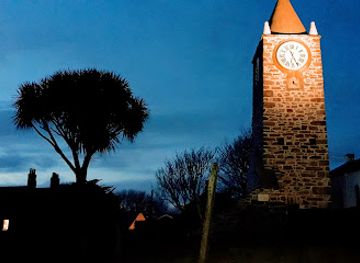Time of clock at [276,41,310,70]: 6:26
